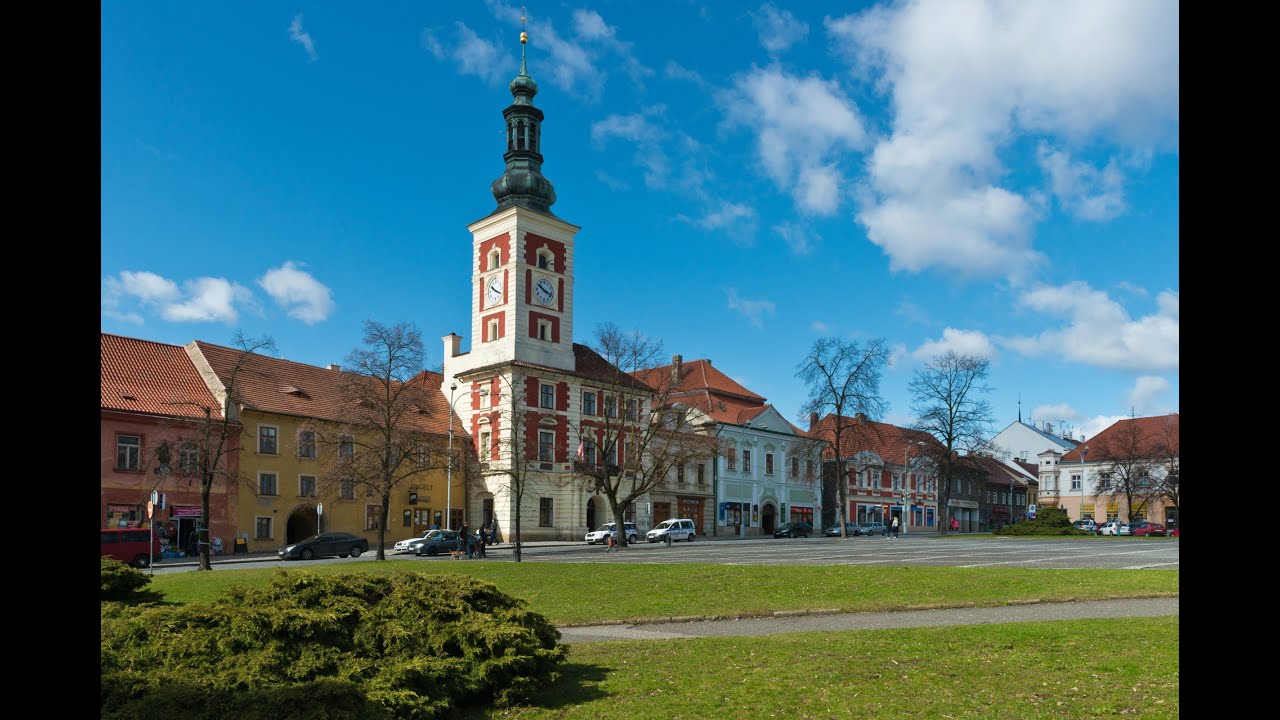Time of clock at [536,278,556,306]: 10:18
